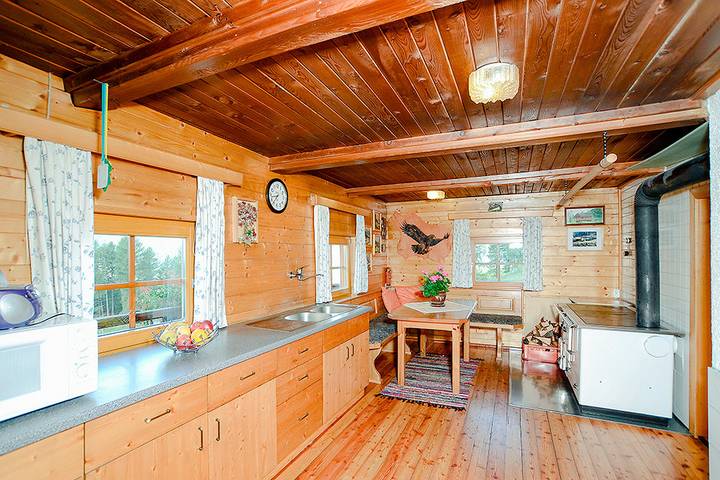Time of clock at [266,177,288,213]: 8:36
